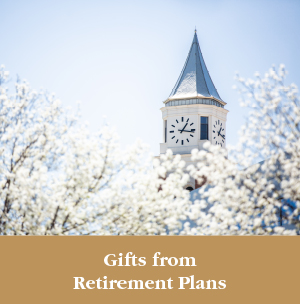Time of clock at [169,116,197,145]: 1:16
